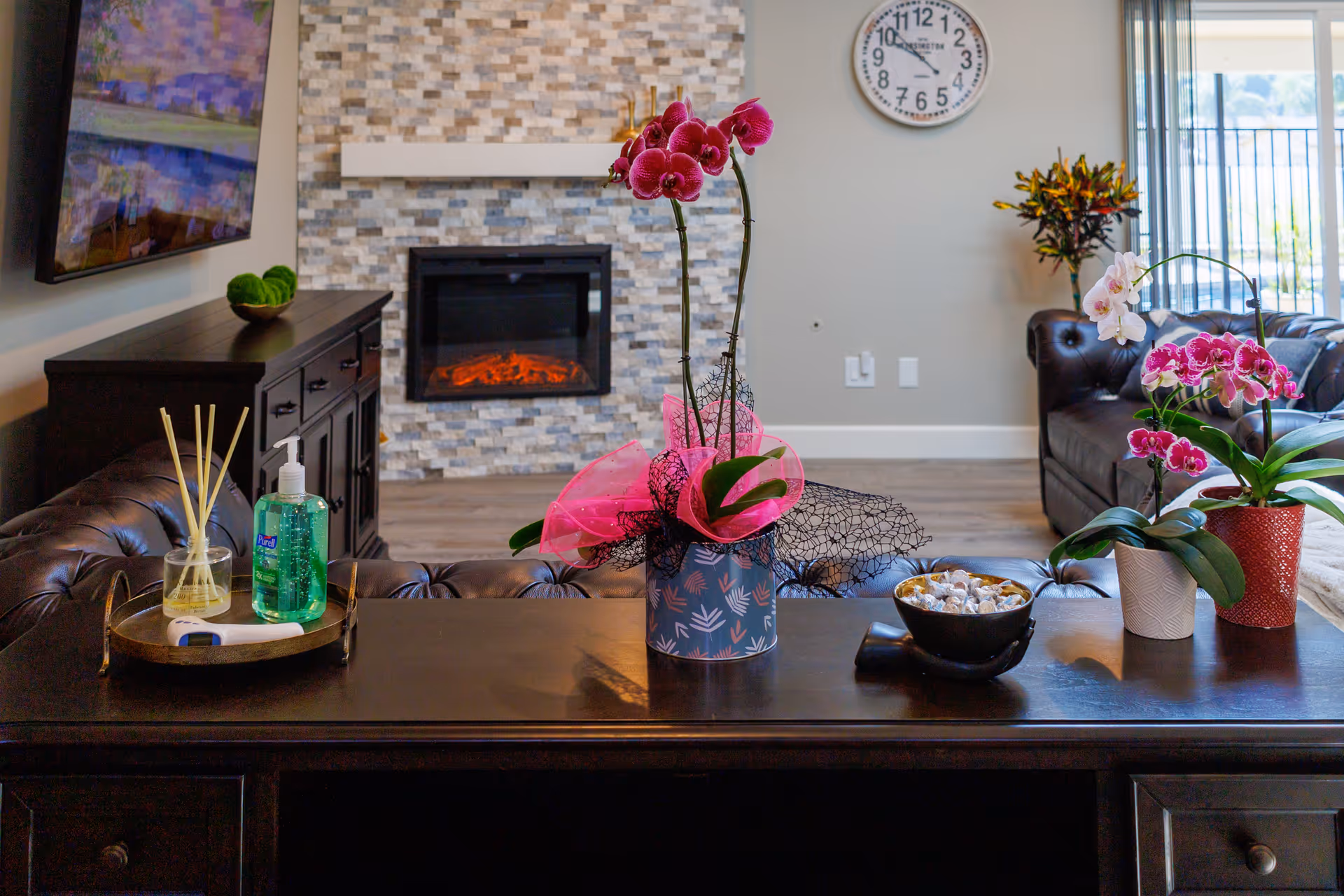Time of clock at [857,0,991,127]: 9:51
